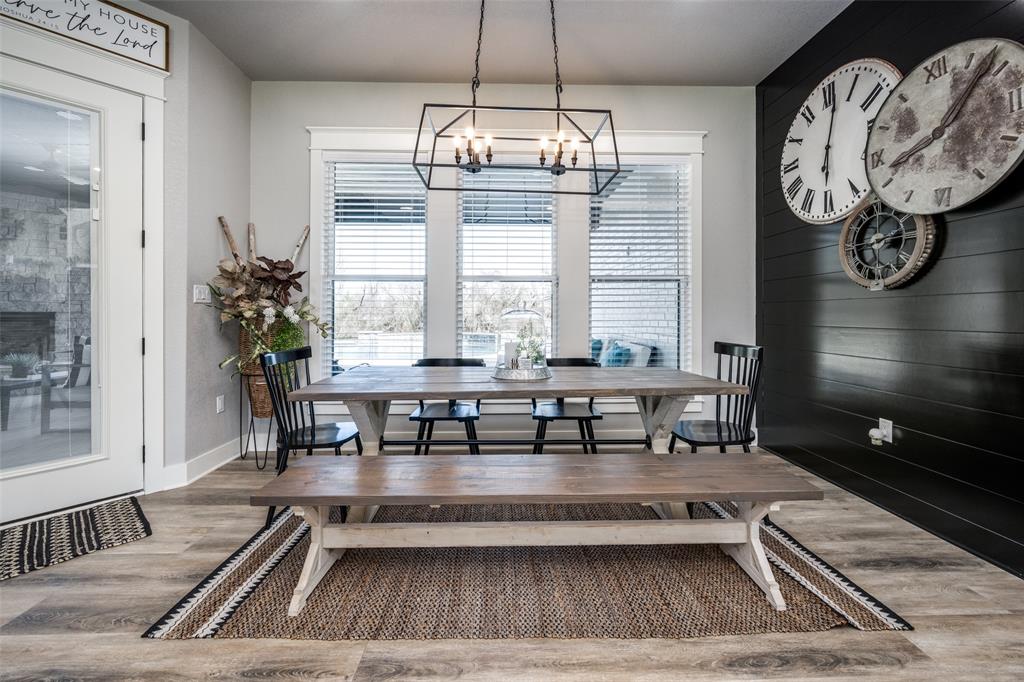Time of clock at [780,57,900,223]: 6:02
